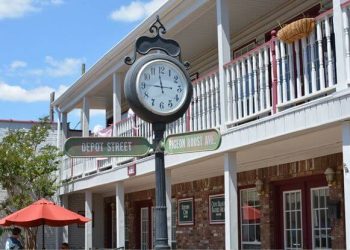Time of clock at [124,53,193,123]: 11:45
